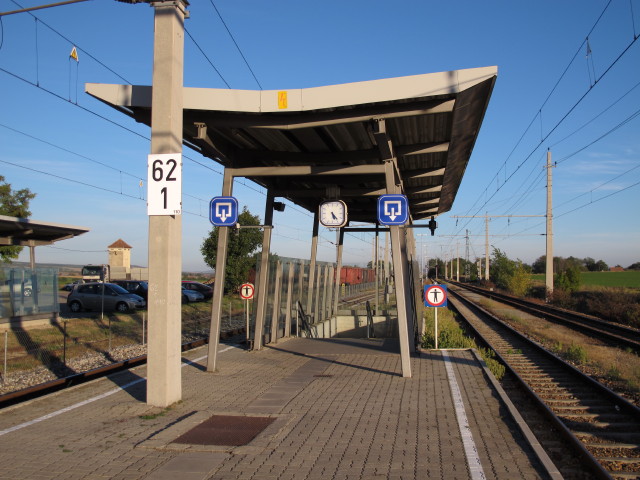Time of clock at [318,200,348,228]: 5:23
